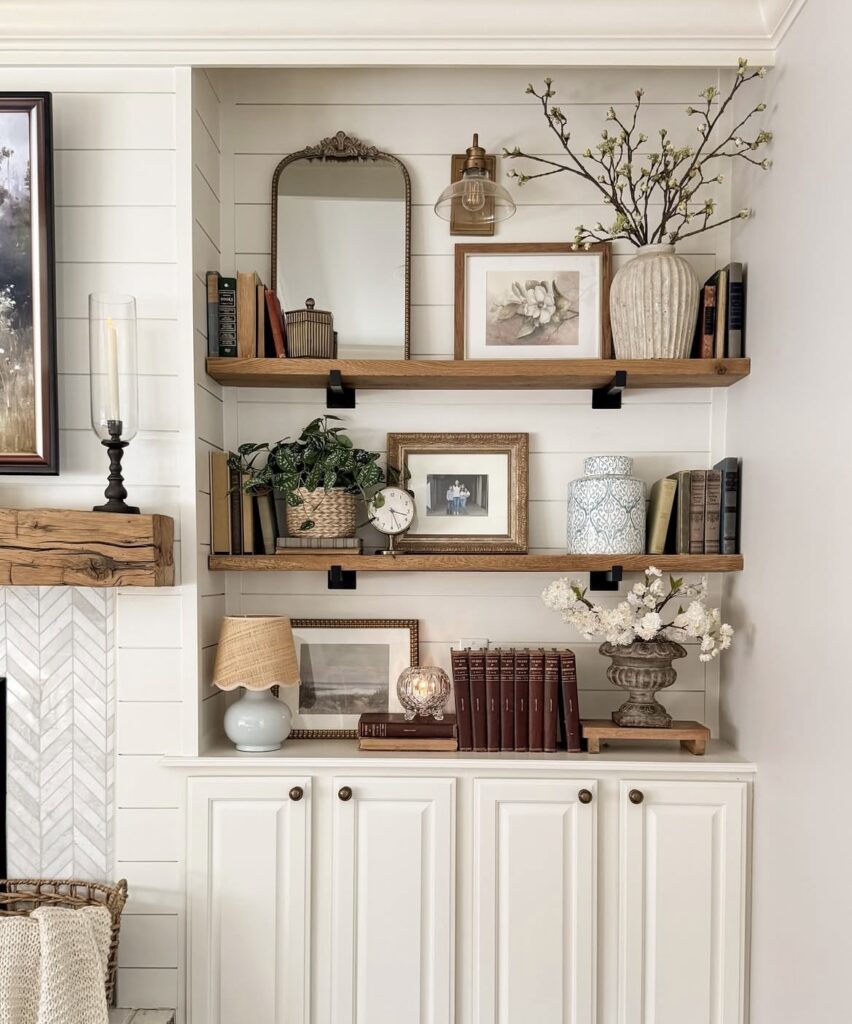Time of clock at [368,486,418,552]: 3:26
